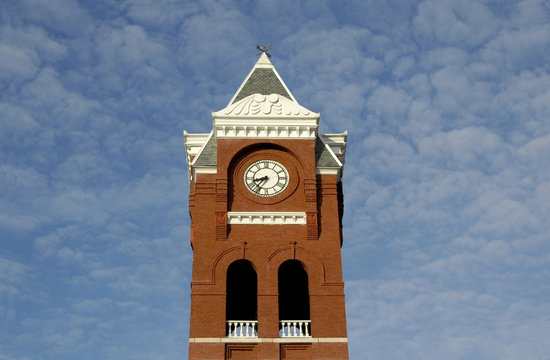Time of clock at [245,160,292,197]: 8:36
